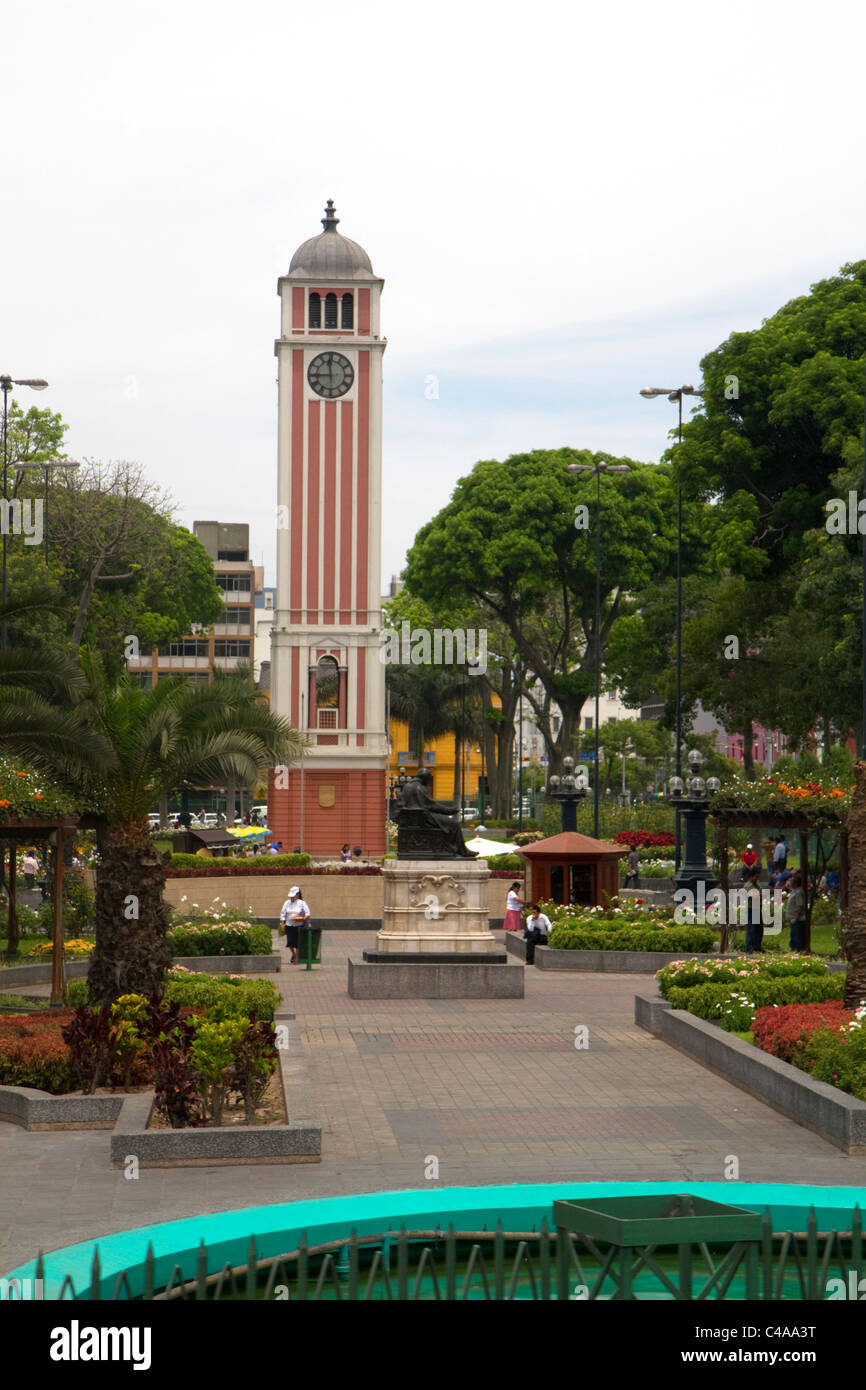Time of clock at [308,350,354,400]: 11:44
